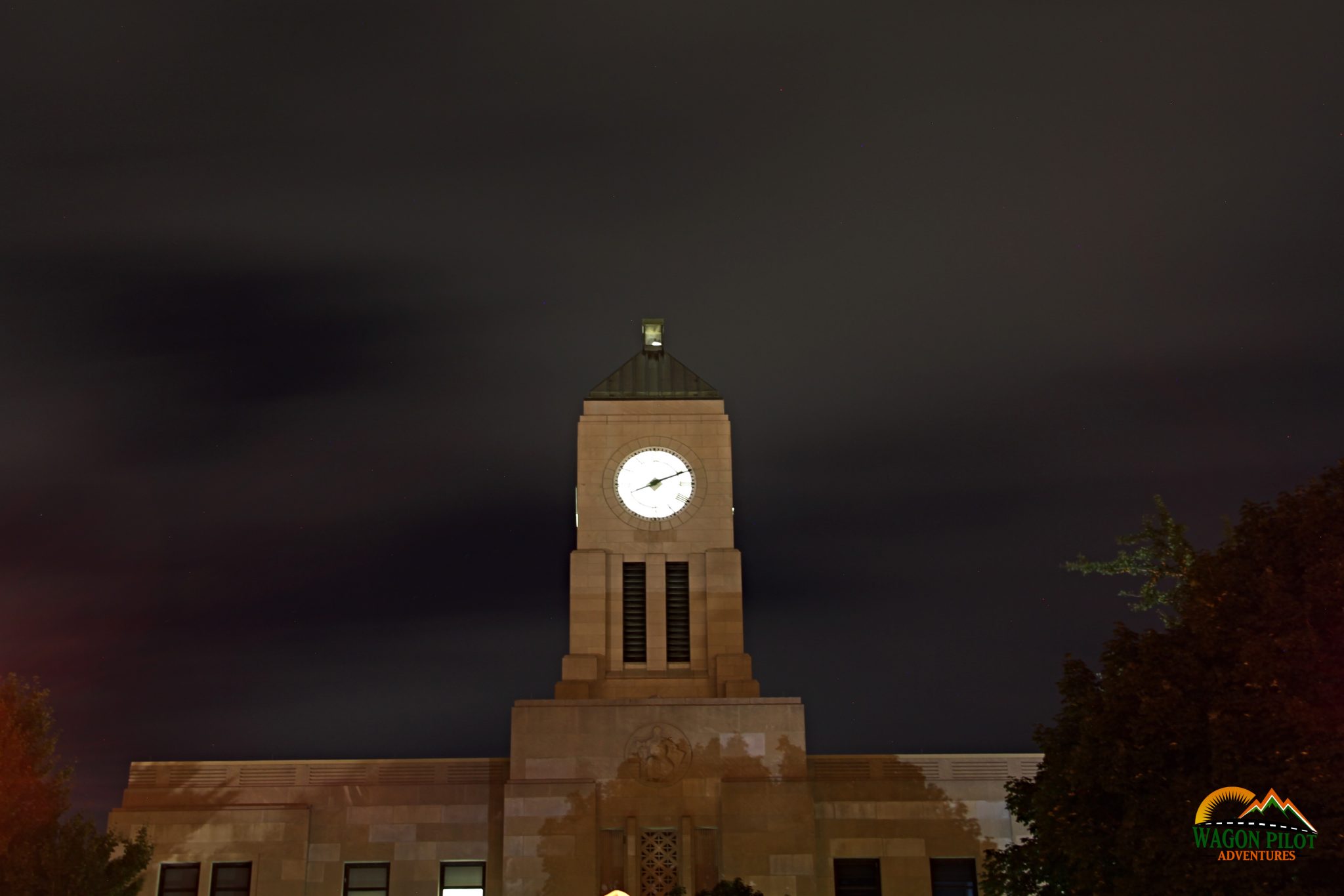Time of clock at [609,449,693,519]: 2:11
